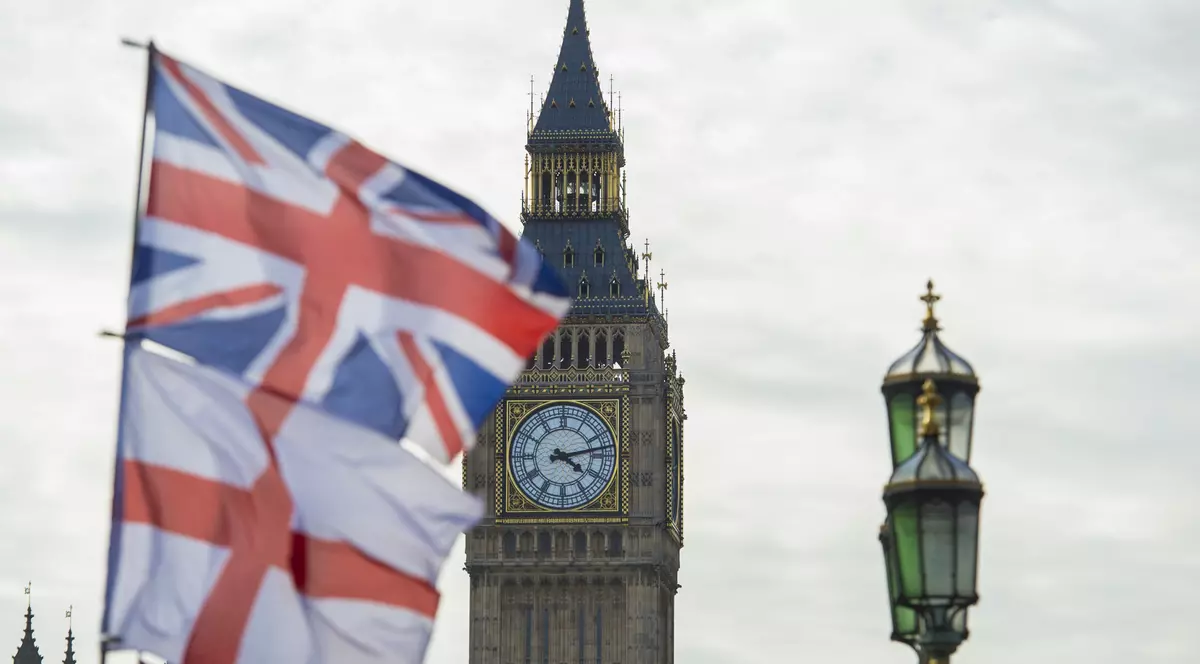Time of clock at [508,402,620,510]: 4:12
